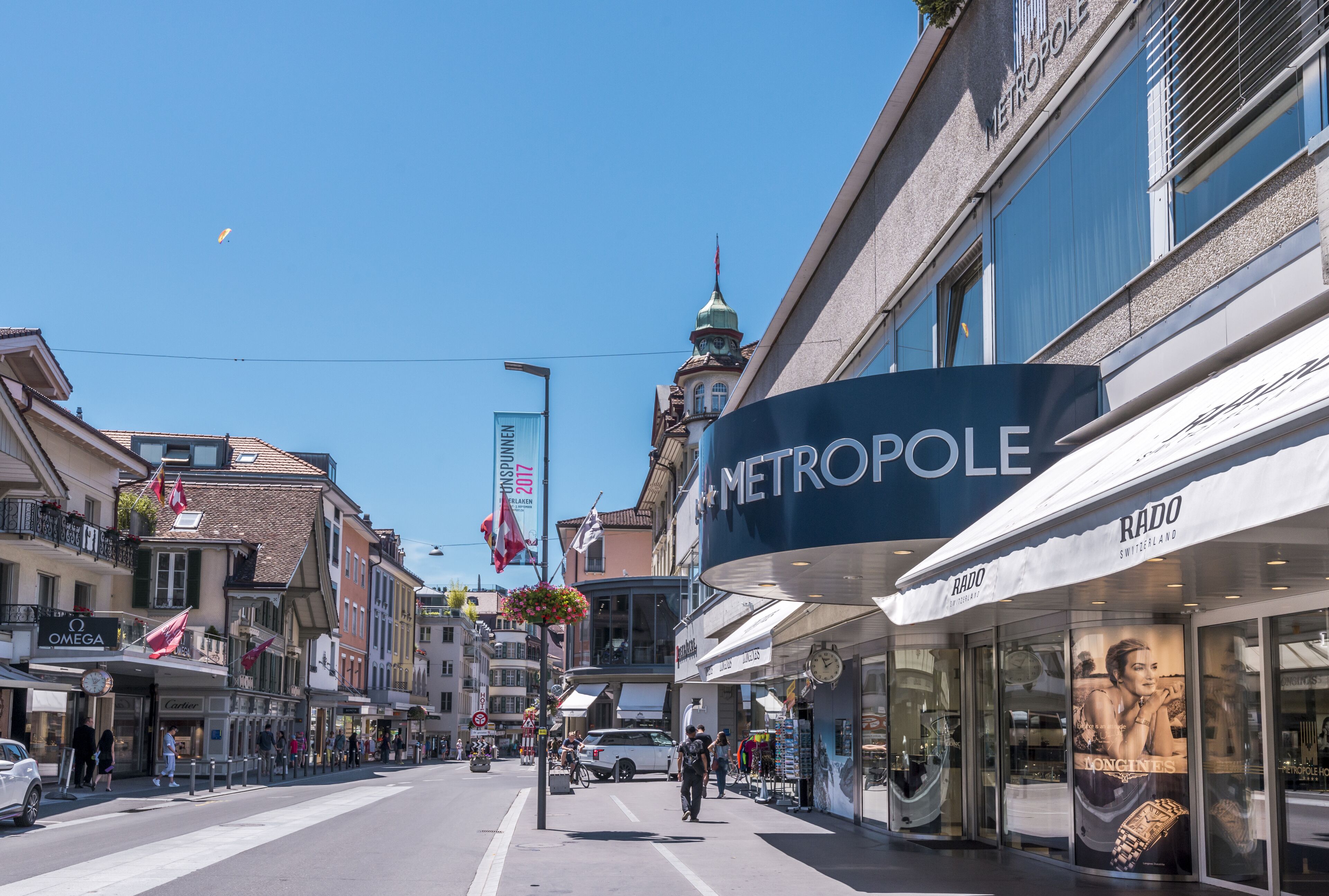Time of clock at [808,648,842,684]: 1:56
